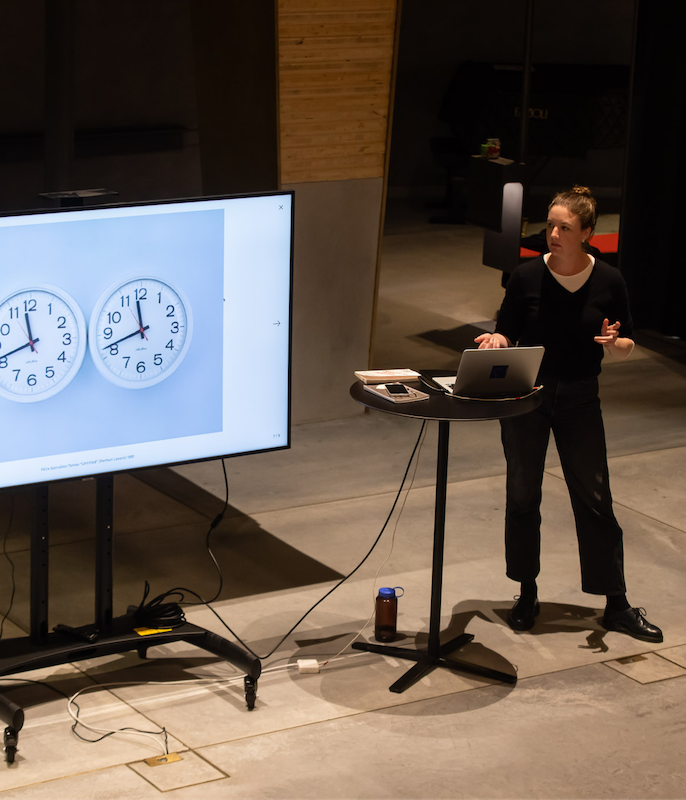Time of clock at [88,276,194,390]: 11:41
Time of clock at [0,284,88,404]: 11:41
